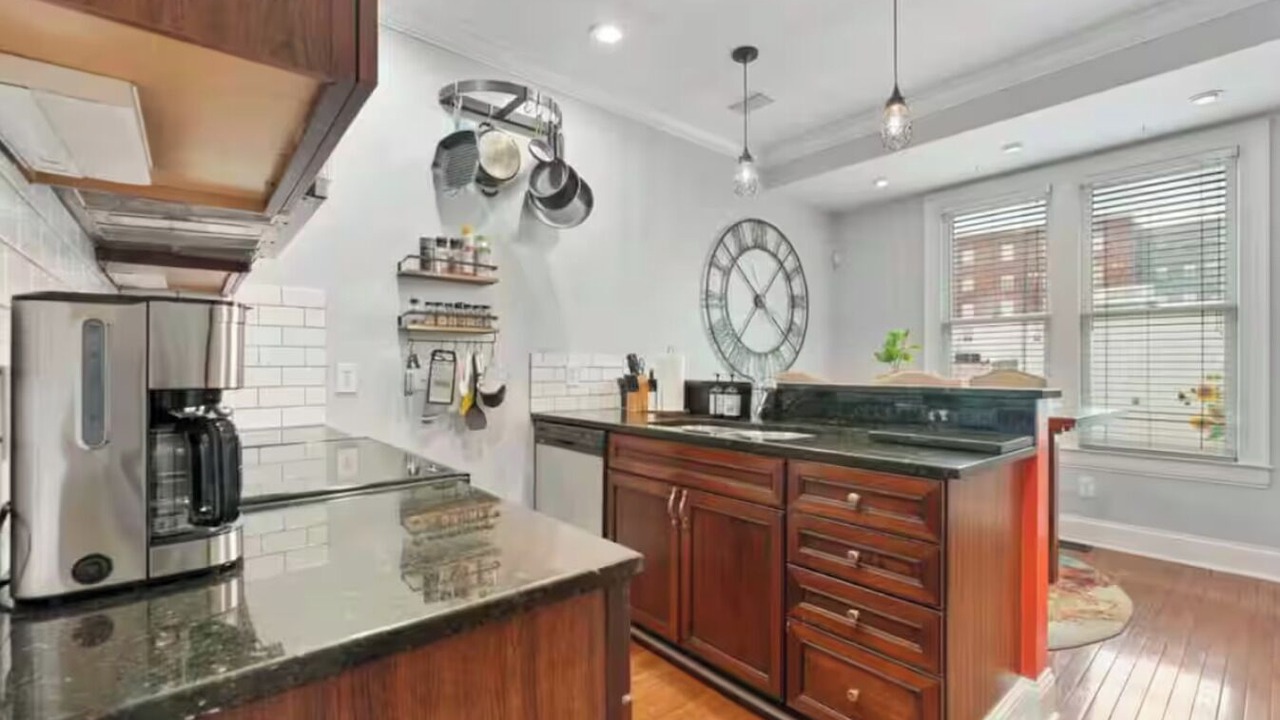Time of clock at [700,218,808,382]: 7:07
